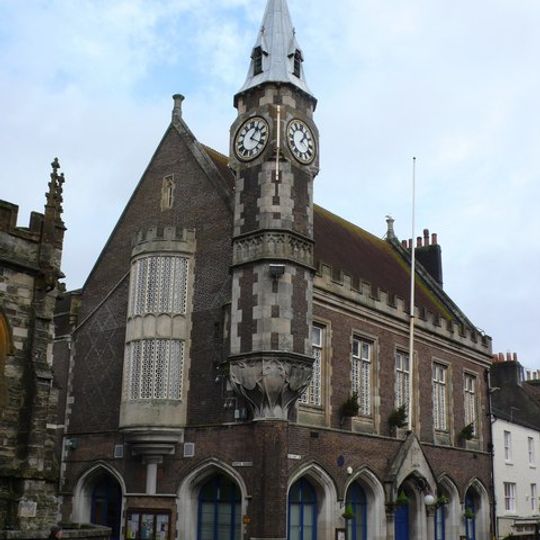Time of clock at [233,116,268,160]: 1:20
